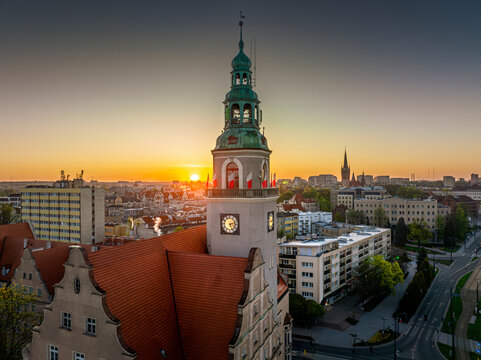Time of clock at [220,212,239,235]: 5:12
